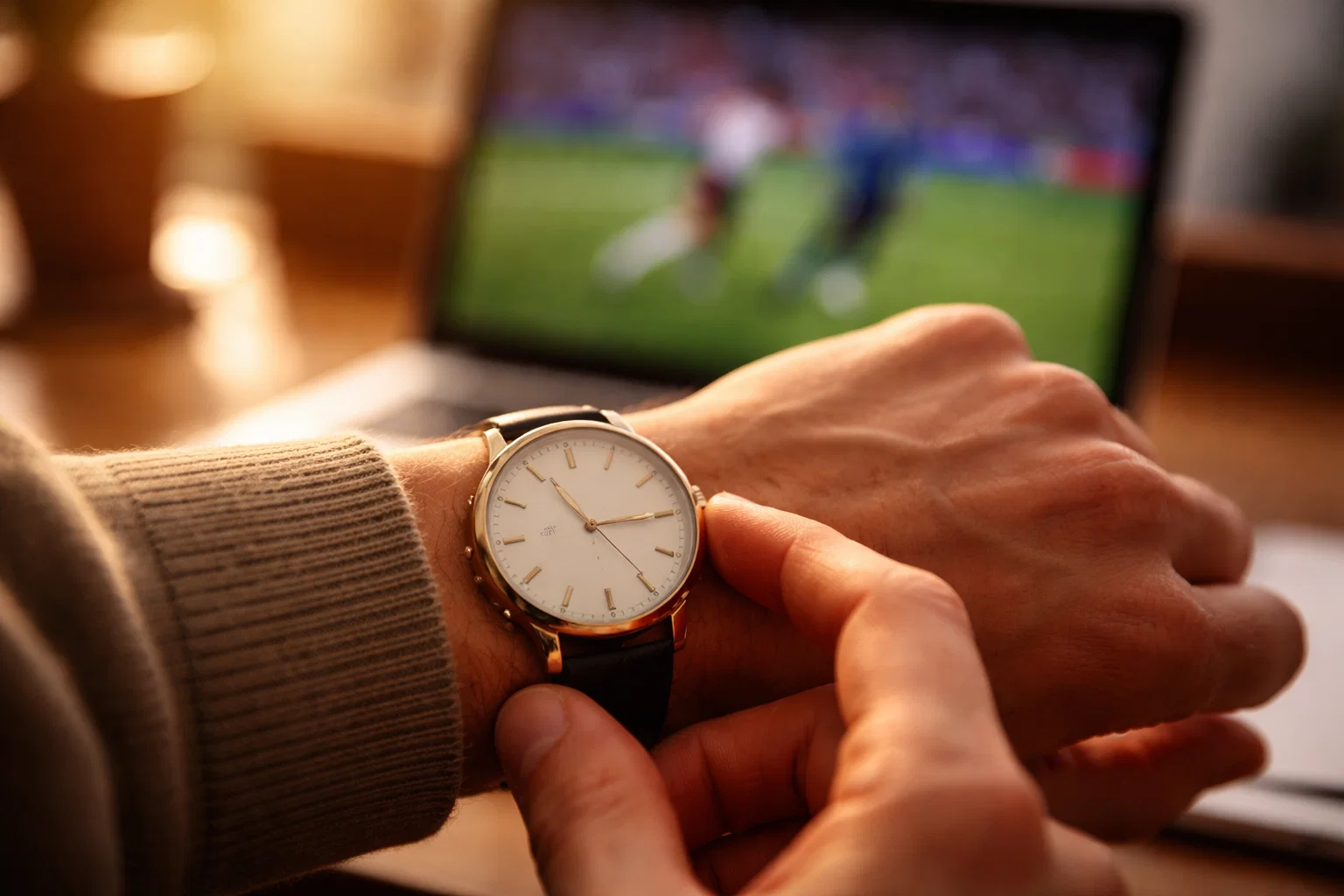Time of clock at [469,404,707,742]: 10:14
